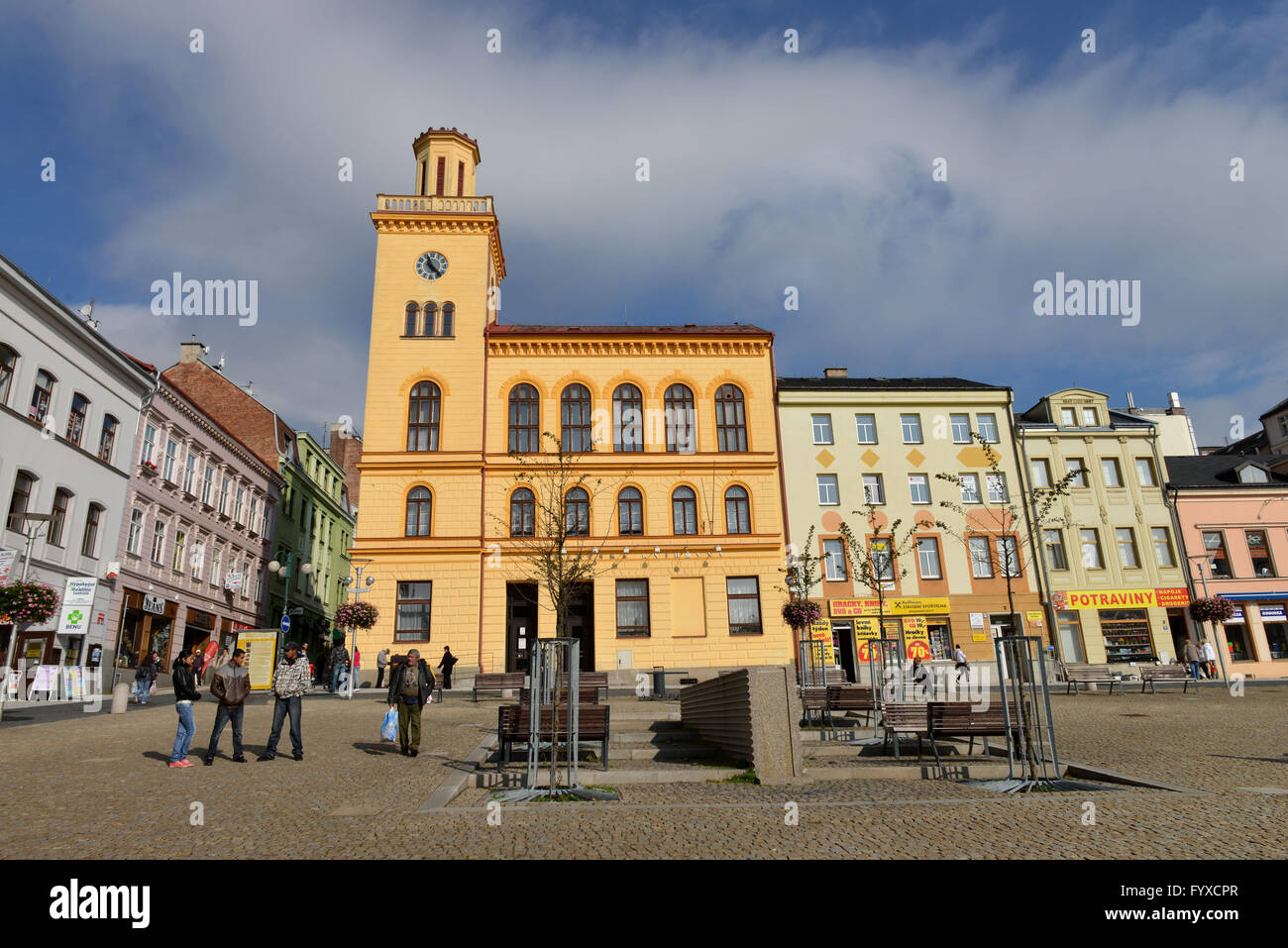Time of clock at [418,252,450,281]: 11:22
